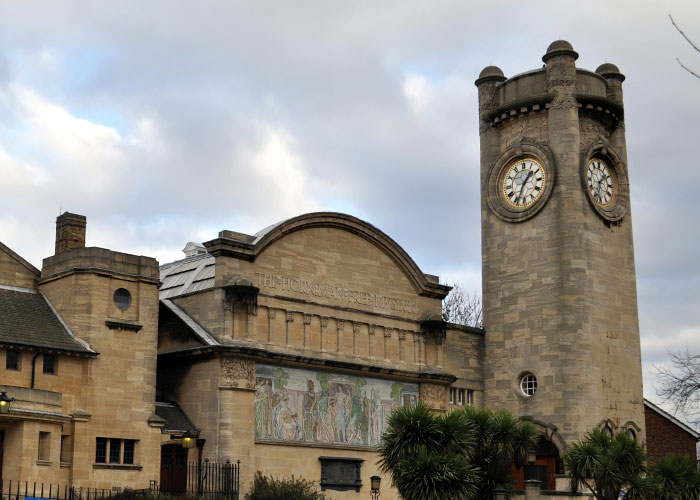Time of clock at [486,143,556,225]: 1:33
